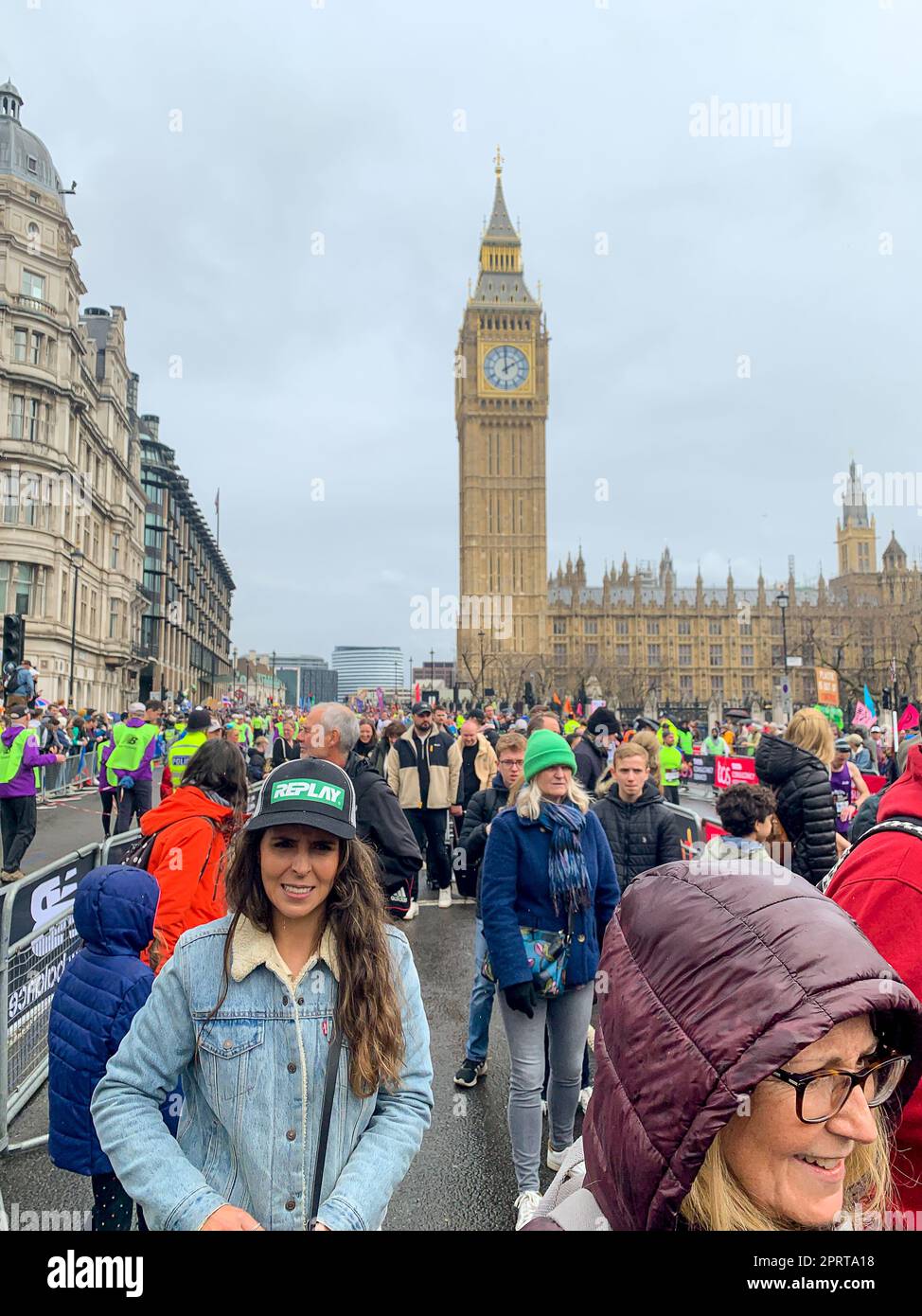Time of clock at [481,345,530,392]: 1:59
